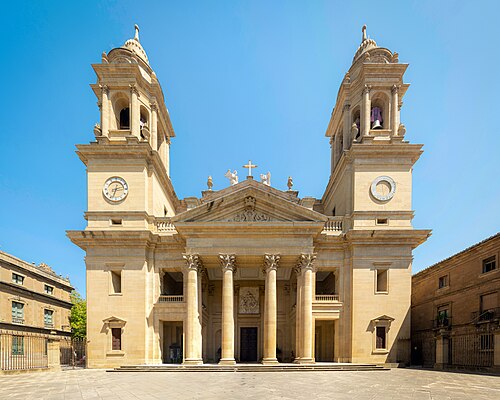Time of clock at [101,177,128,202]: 2:33
